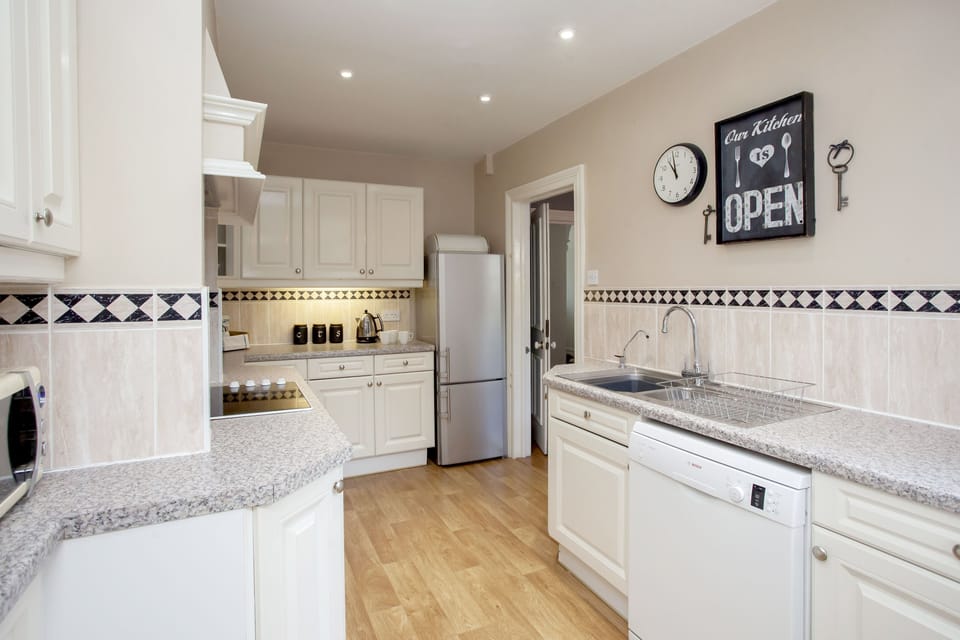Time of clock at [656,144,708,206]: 10:58
